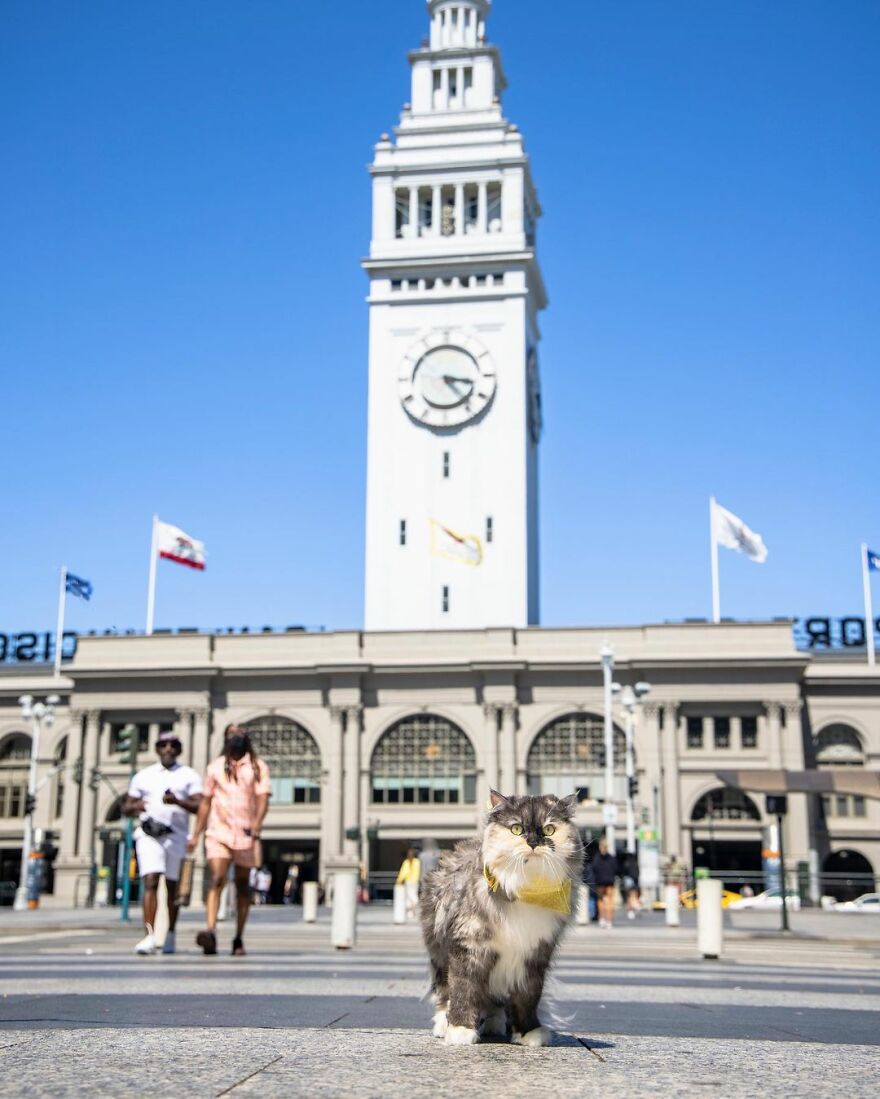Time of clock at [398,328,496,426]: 3:23
